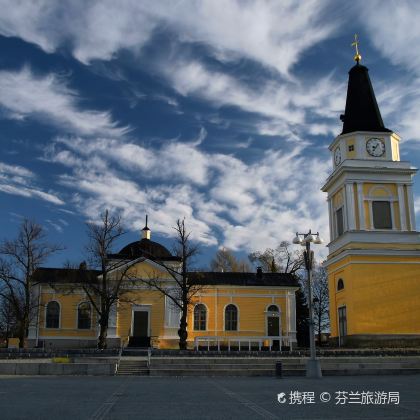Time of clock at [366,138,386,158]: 8:36
